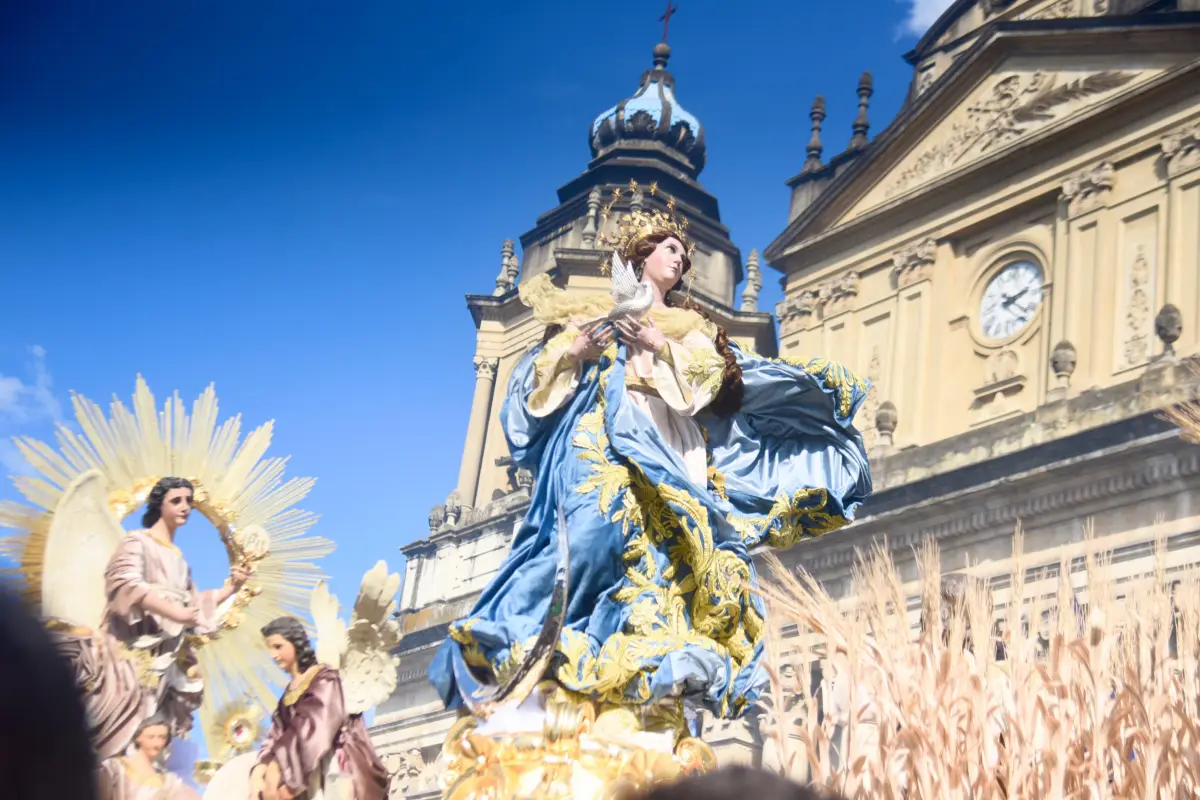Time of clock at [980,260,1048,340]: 2:21
